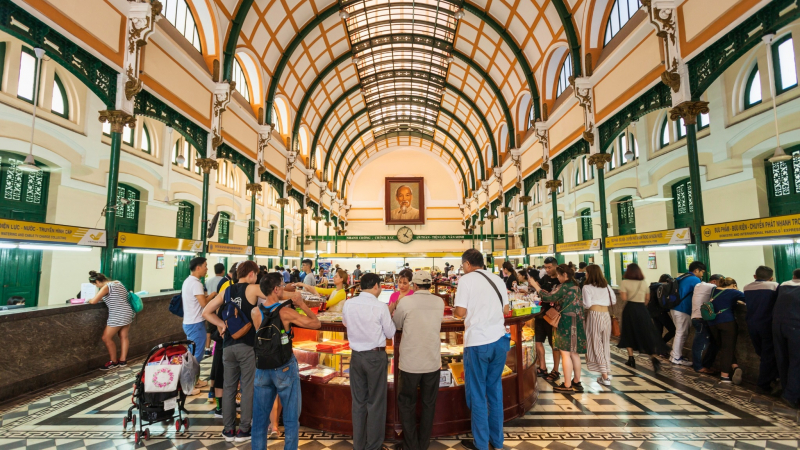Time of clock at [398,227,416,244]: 4:04
